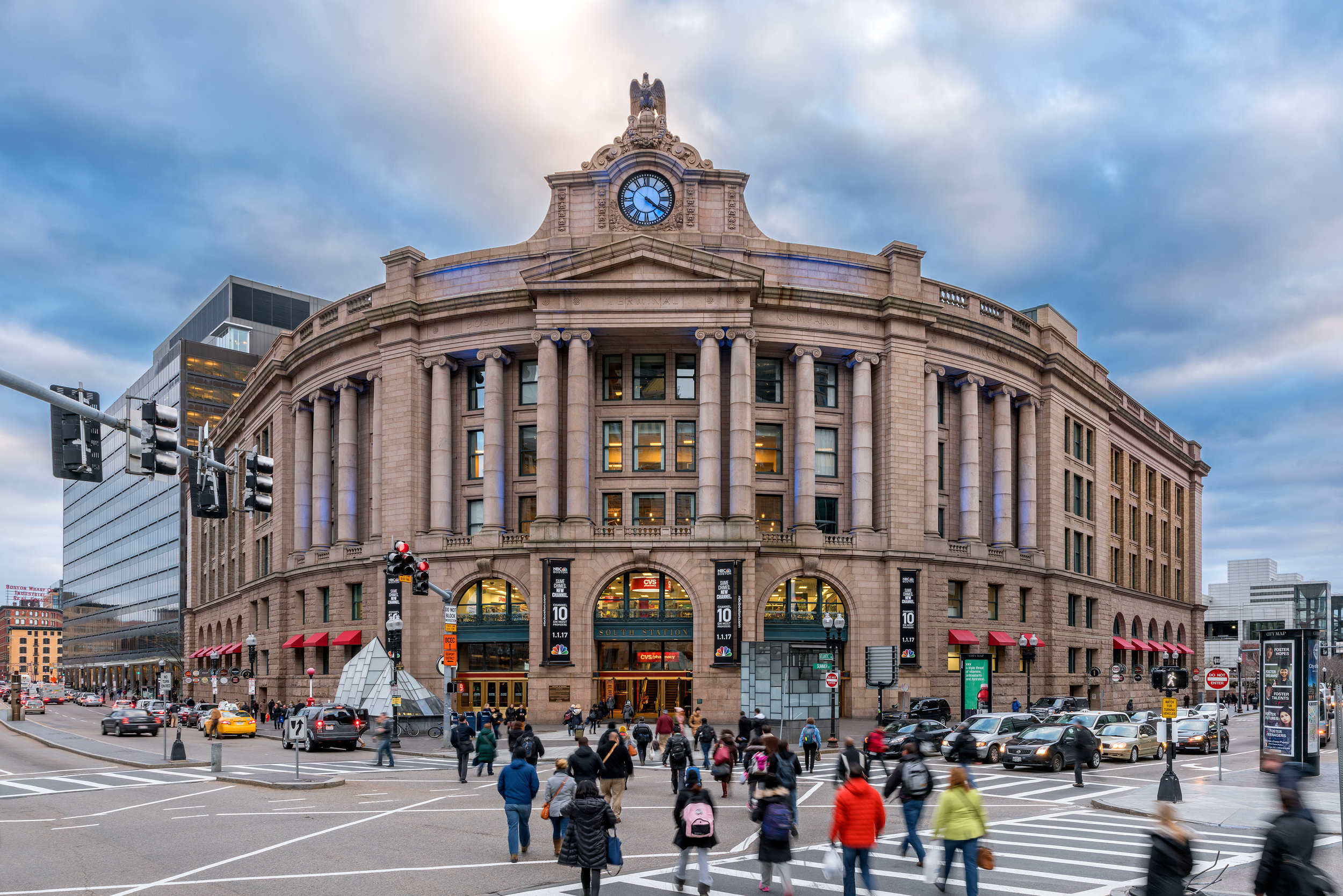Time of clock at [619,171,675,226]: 4:21
